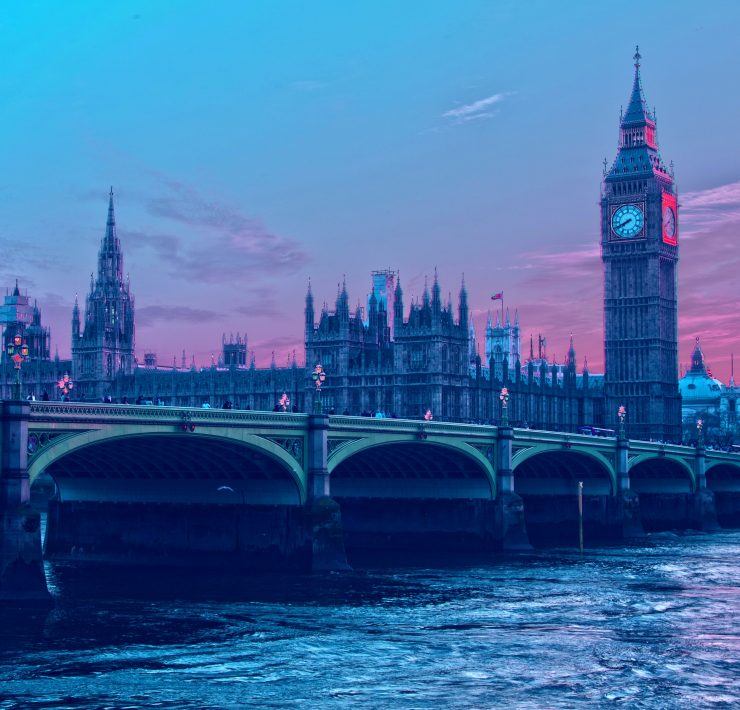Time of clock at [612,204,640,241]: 7:41
